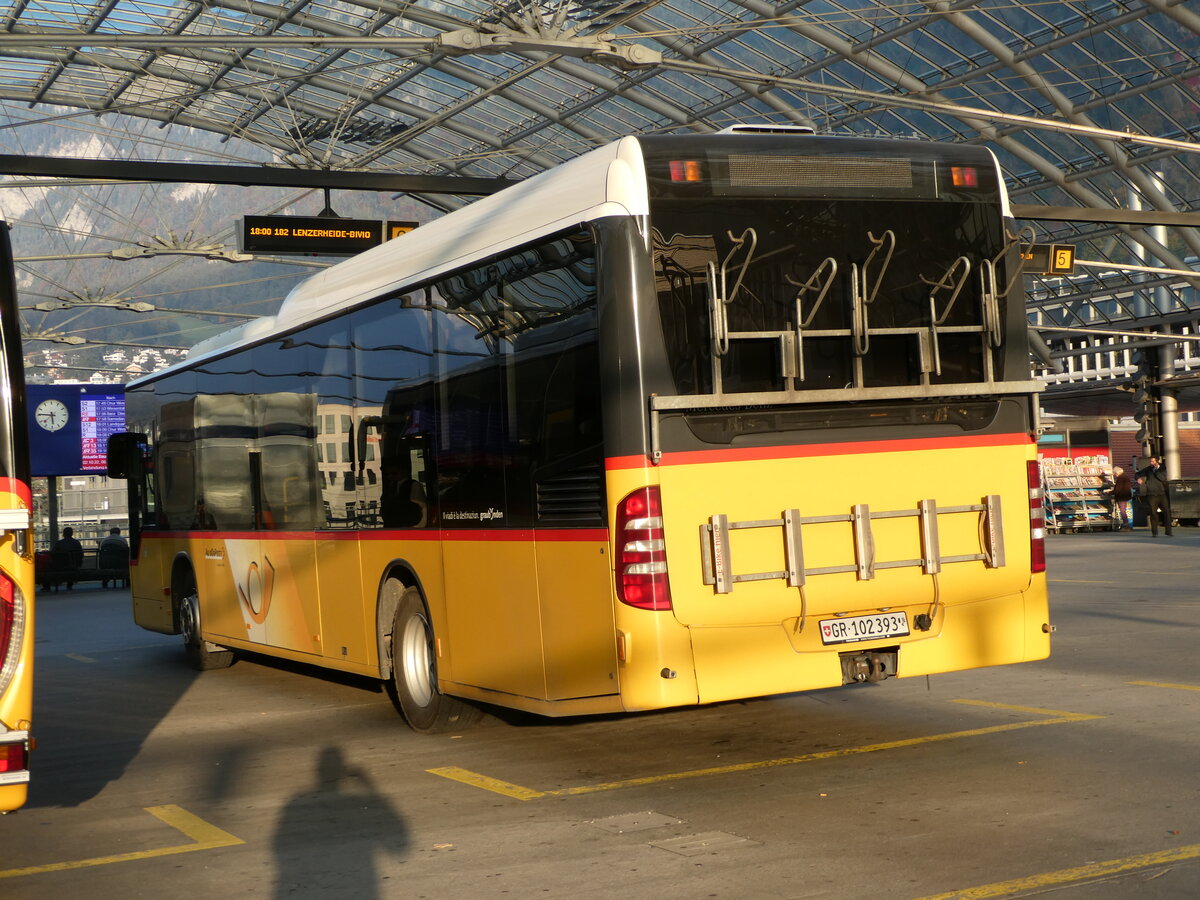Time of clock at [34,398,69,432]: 5:45
